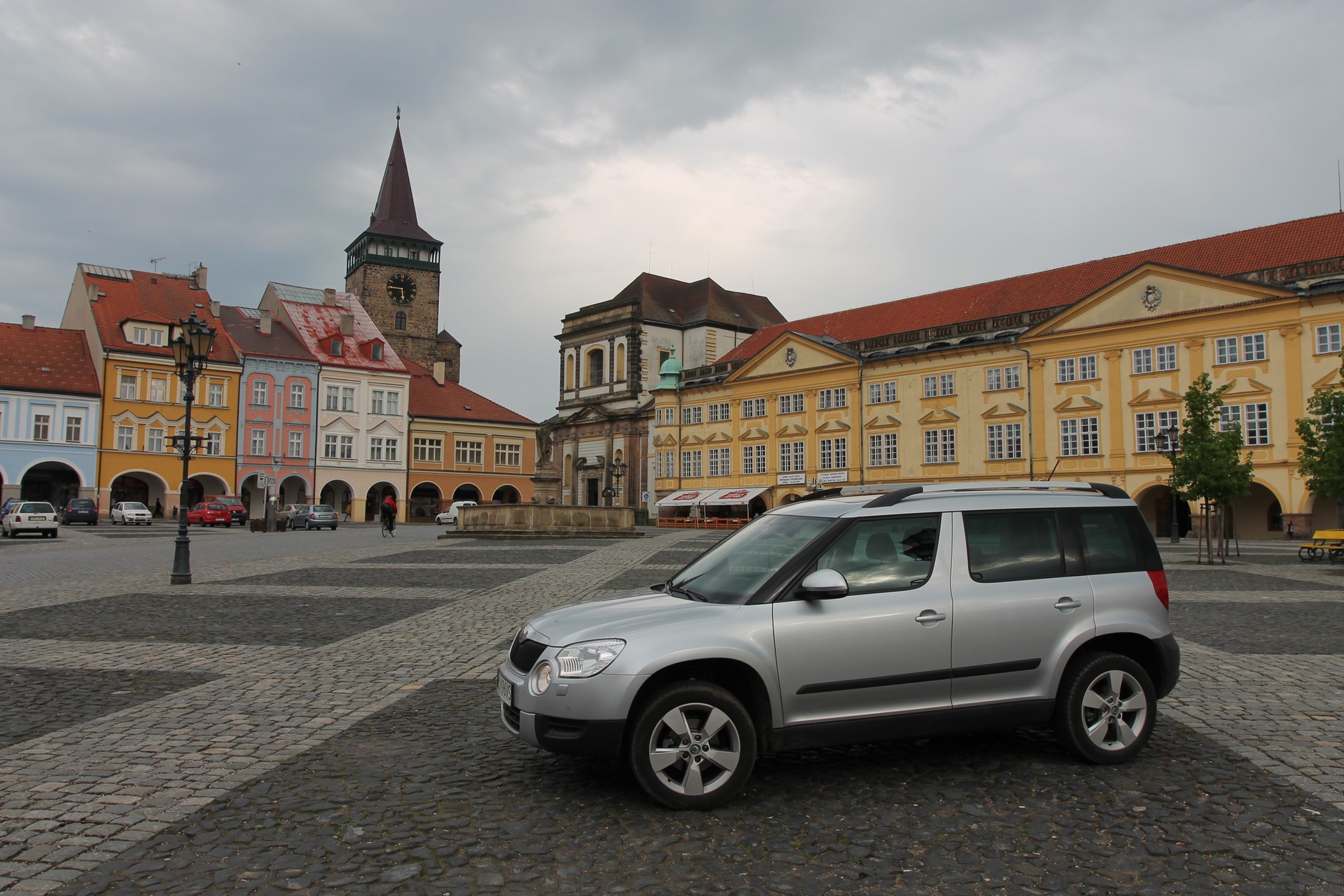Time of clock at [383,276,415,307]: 5:45
